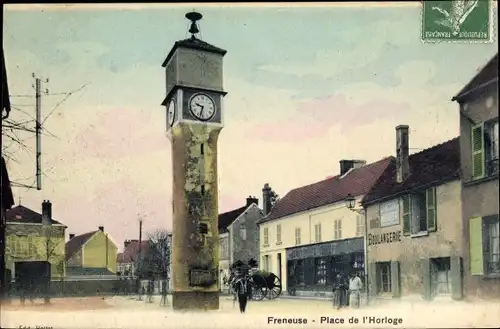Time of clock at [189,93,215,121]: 9:33
